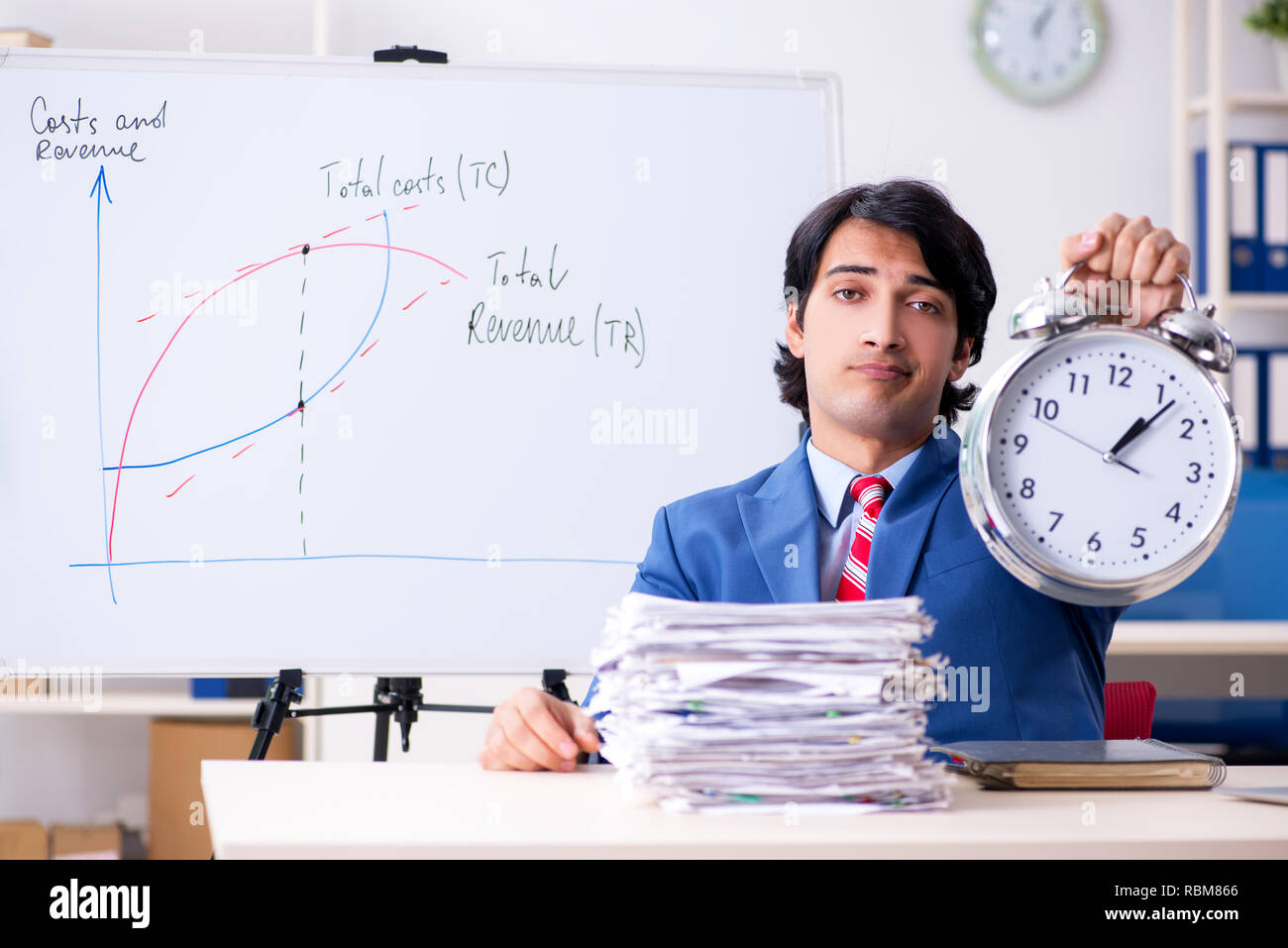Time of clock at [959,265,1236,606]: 1:06
